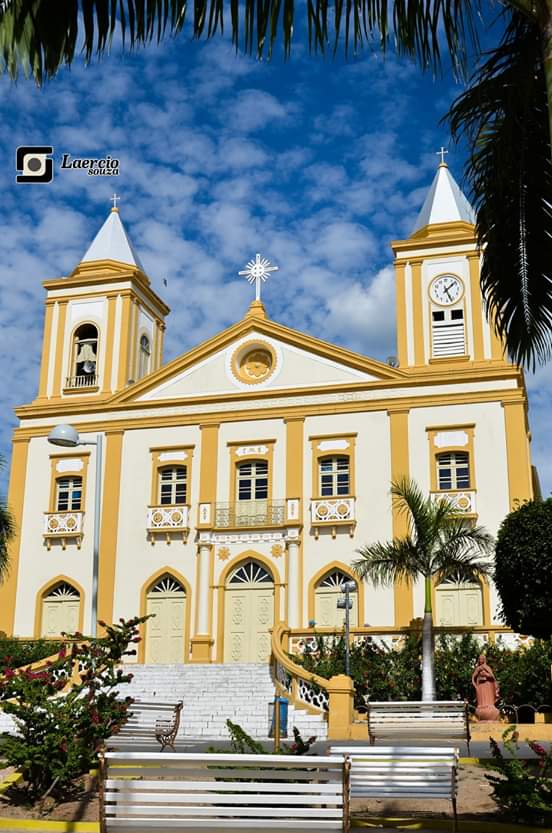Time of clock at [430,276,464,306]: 1:26
